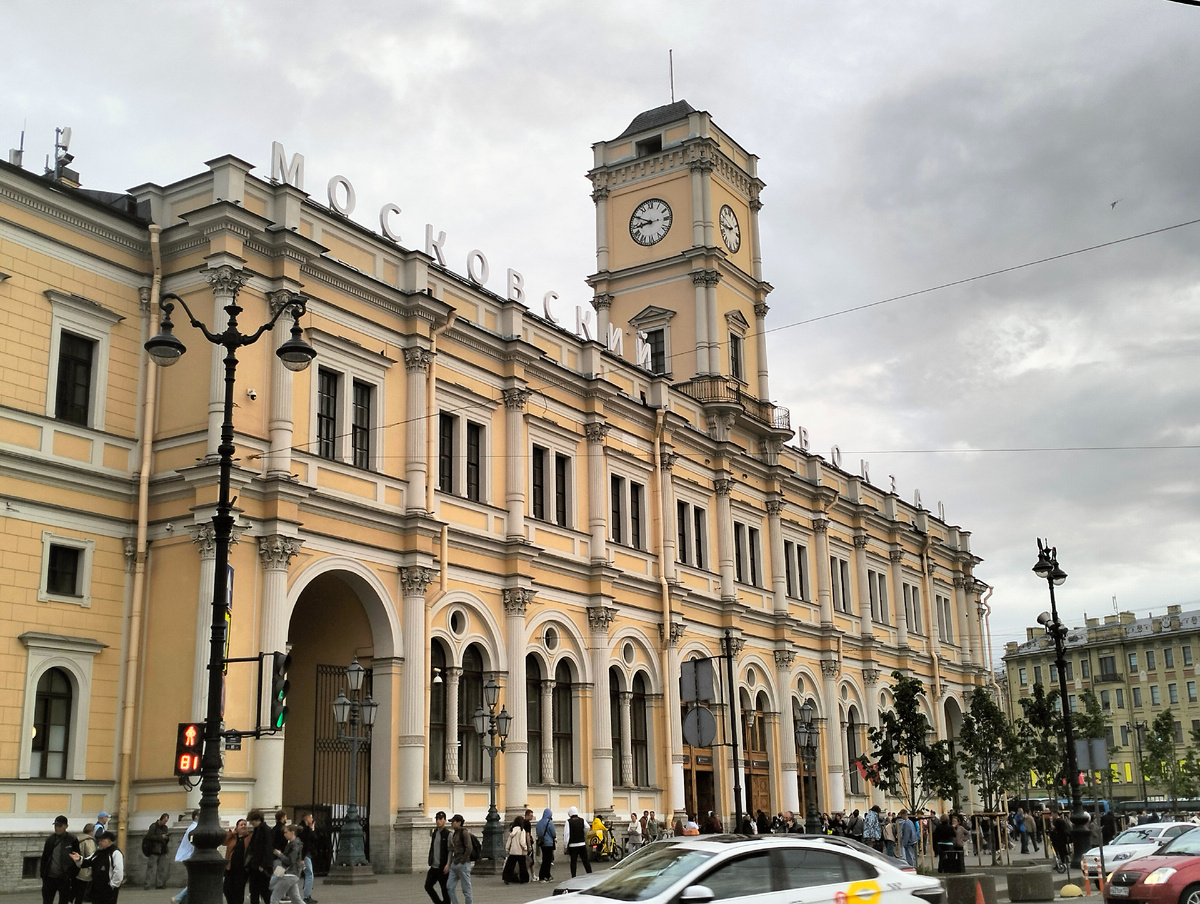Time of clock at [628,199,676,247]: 8:49
